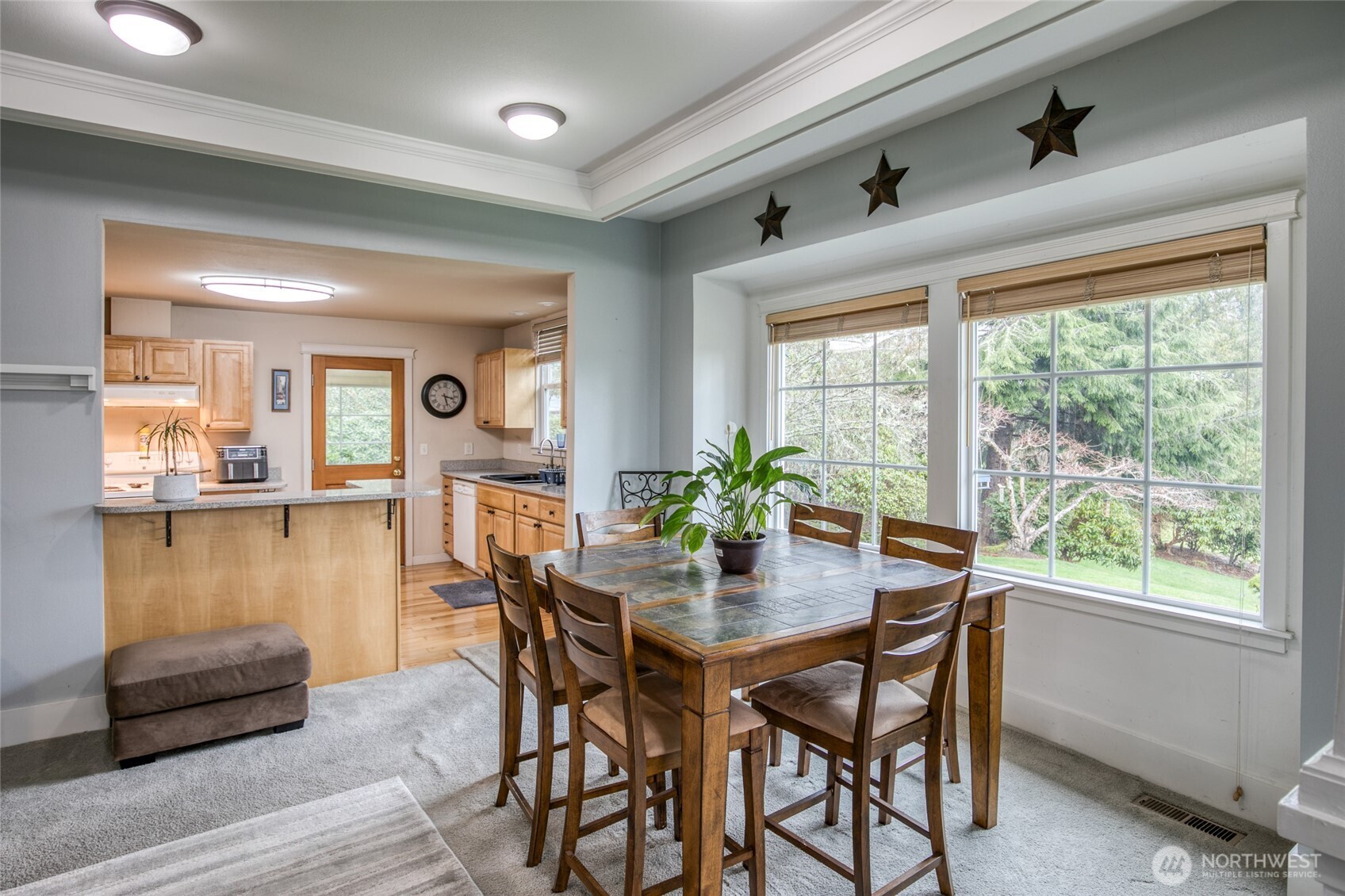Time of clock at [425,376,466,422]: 3:27
